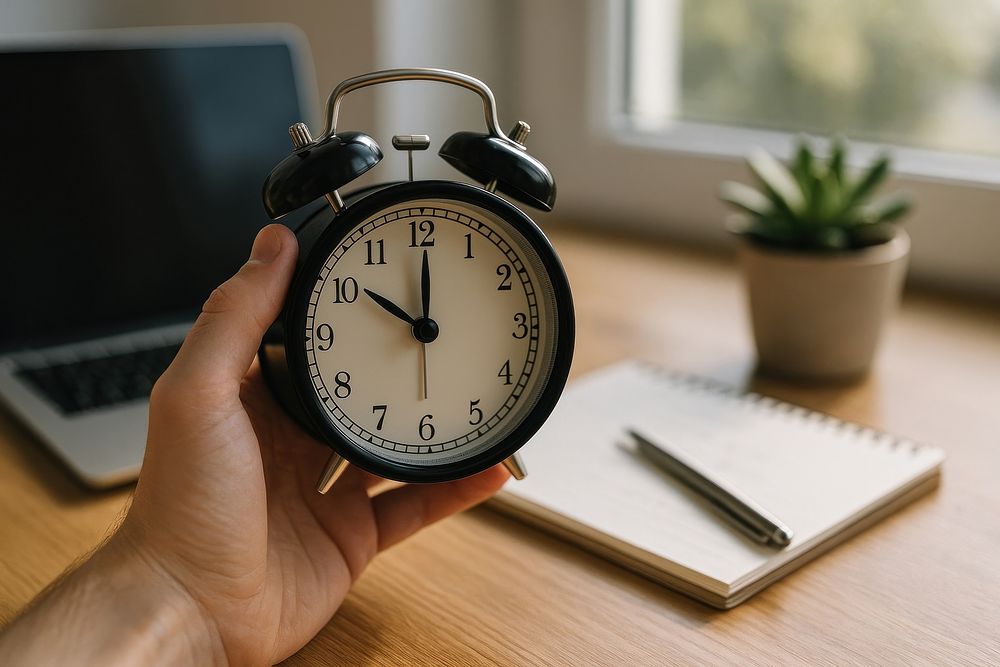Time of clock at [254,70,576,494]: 10:00
